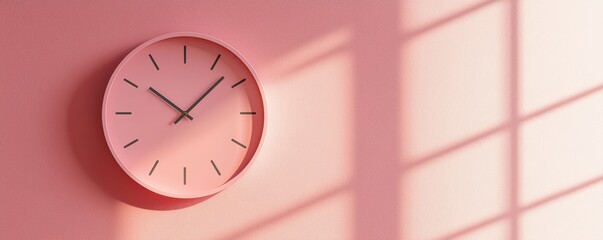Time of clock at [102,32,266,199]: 10:07
